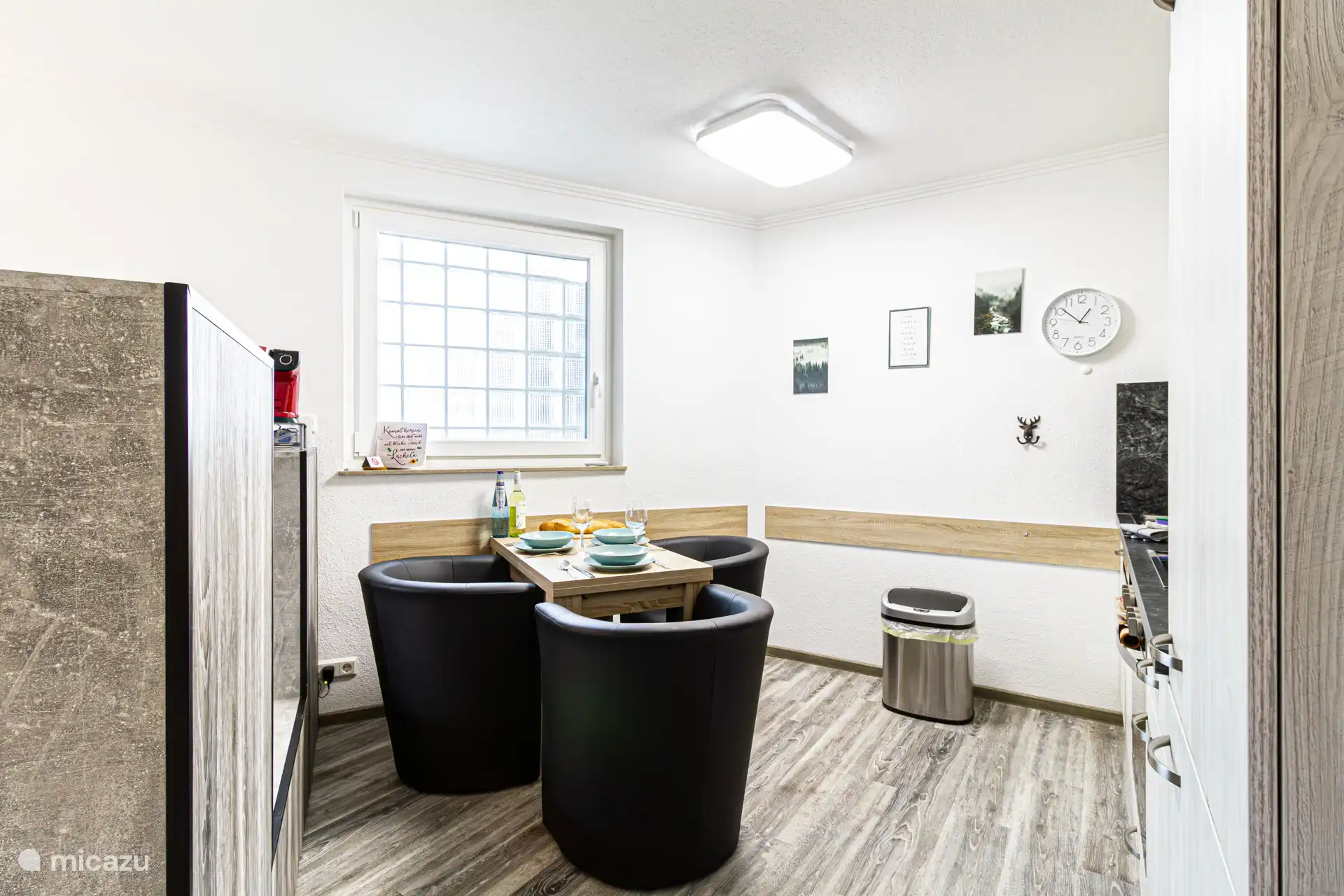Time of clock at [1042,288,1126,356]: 12:51
